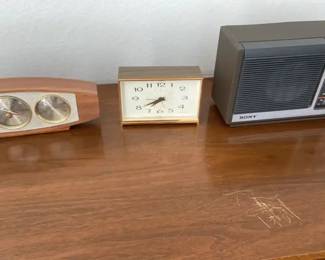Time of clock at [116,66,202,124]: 7:40
